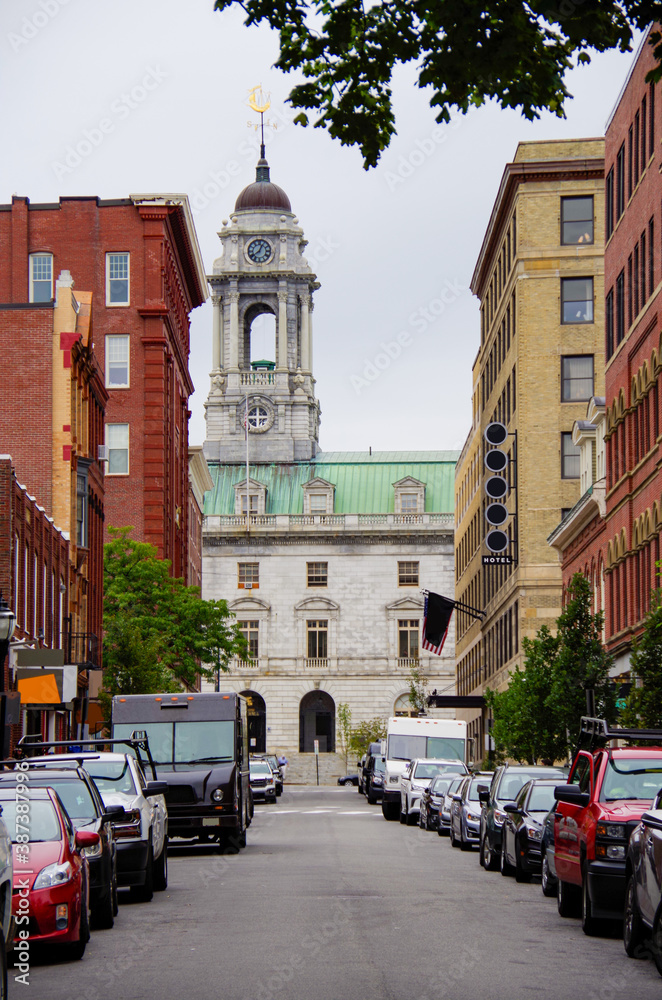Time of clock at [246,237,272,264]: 12:38
